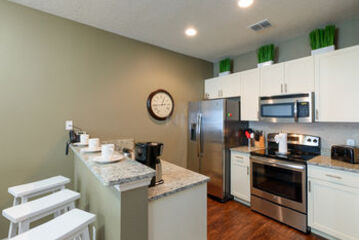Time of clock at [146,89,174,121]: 12:43
